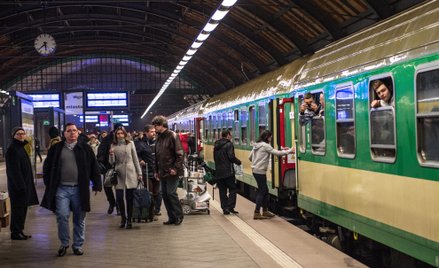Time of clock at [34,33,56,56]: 5:38
